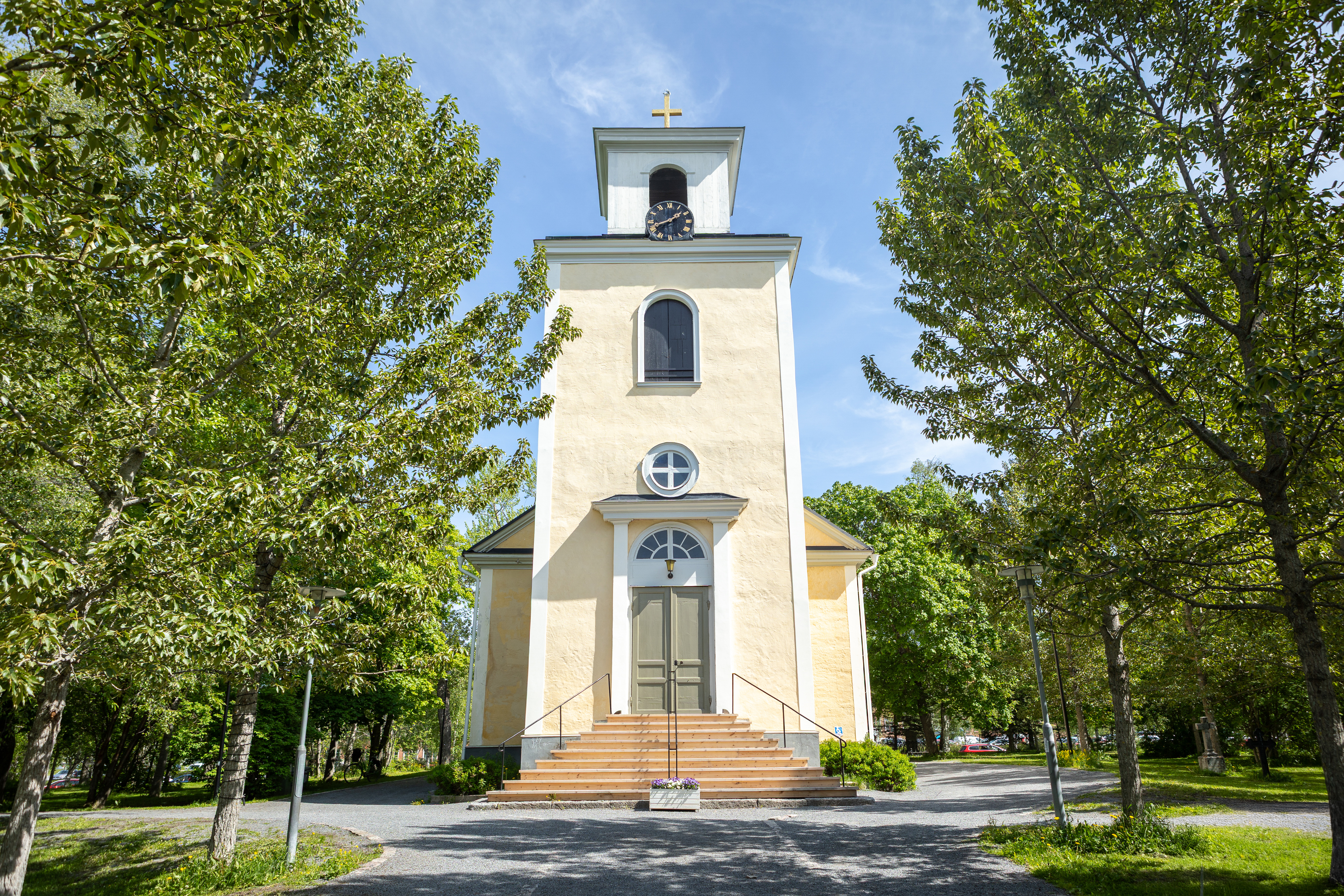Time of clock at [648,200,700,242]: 1:41
